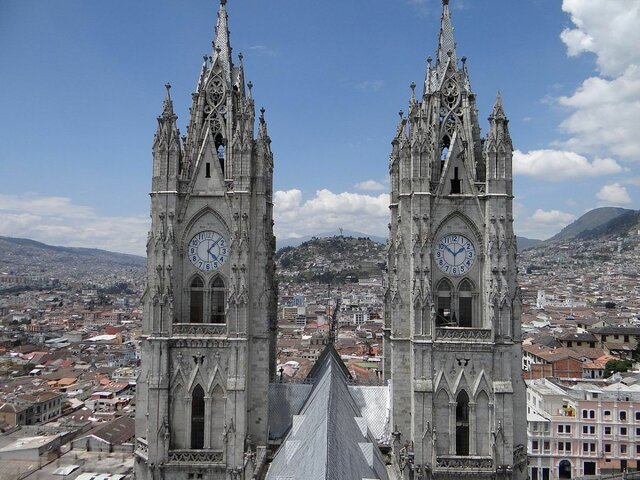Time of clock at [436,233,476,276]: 1:51
